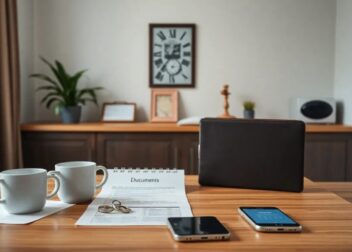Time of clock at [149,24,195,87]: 8:37
